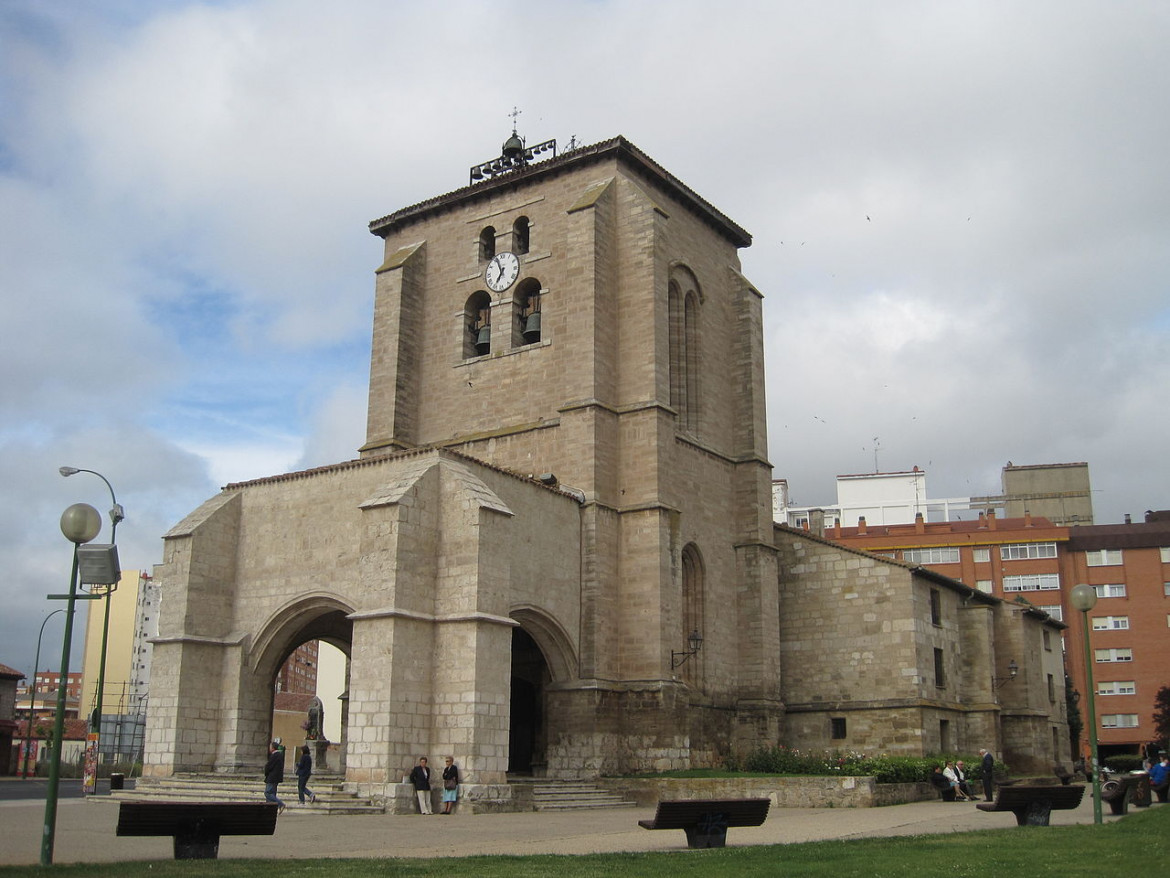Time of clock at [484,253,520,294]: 6:56
